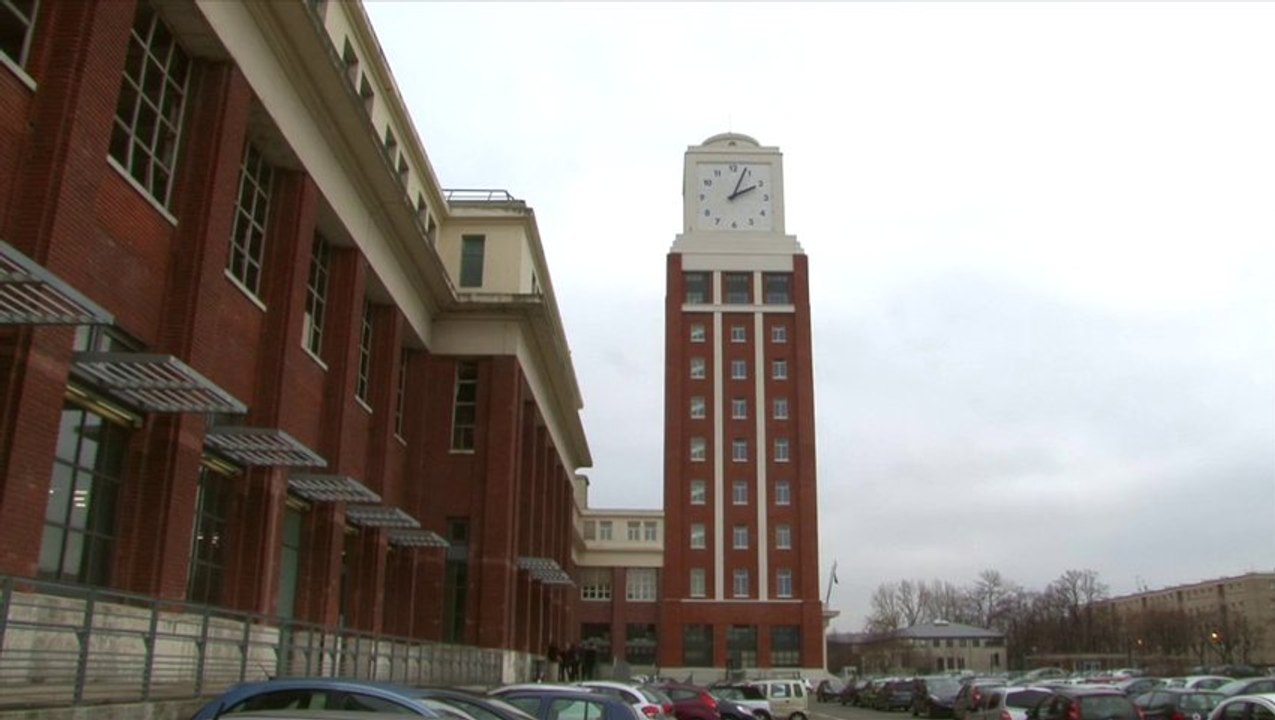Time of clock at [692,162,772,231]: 2:03
